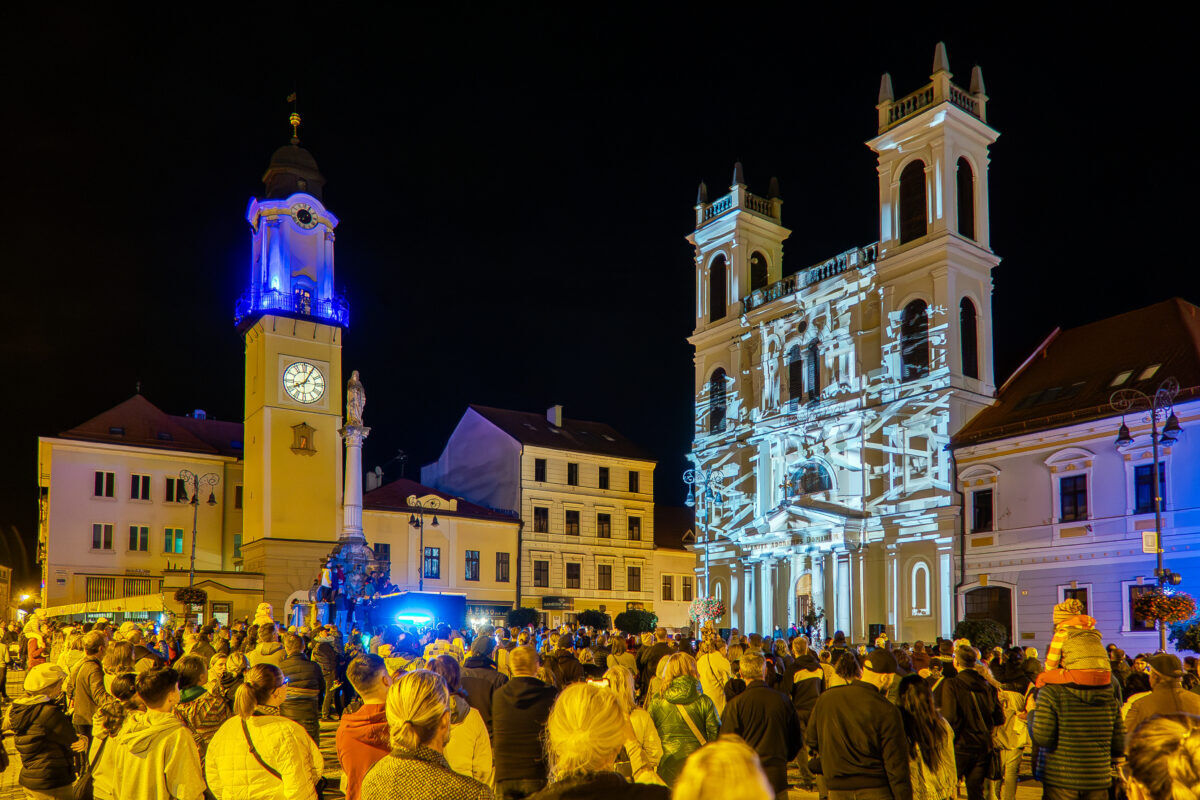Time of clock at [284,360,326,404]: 8:04
